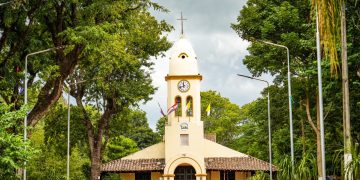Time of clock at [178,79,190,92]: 11:42
